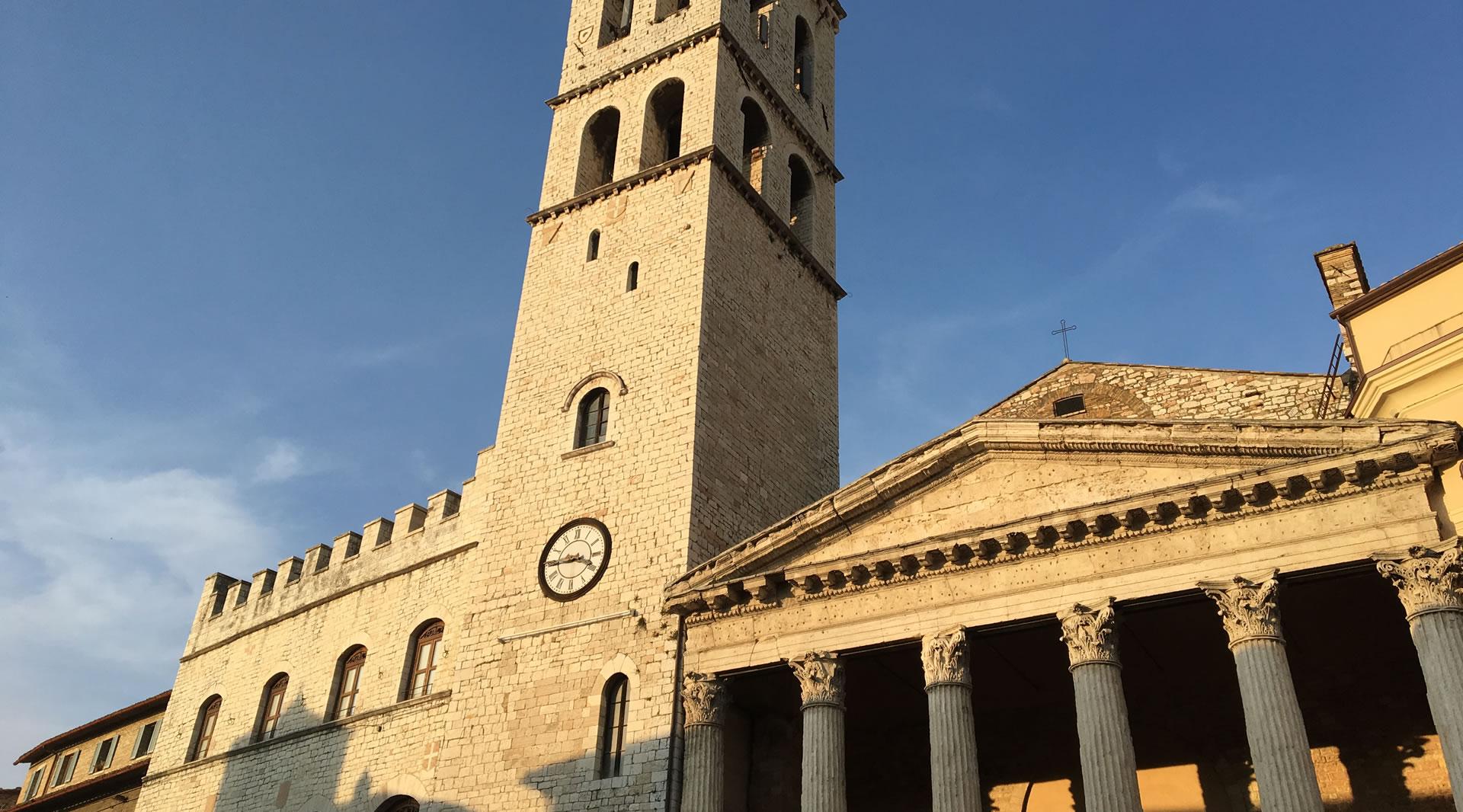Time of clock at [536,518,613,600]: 3:44
